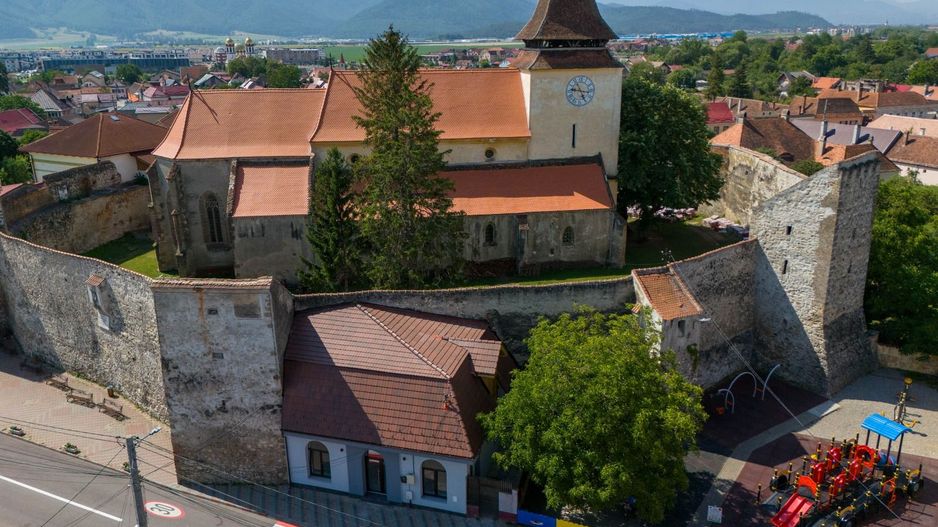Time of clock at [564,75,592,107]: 9:25
